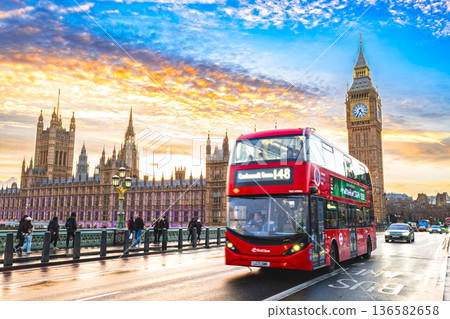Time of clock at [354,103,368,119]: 4:34
